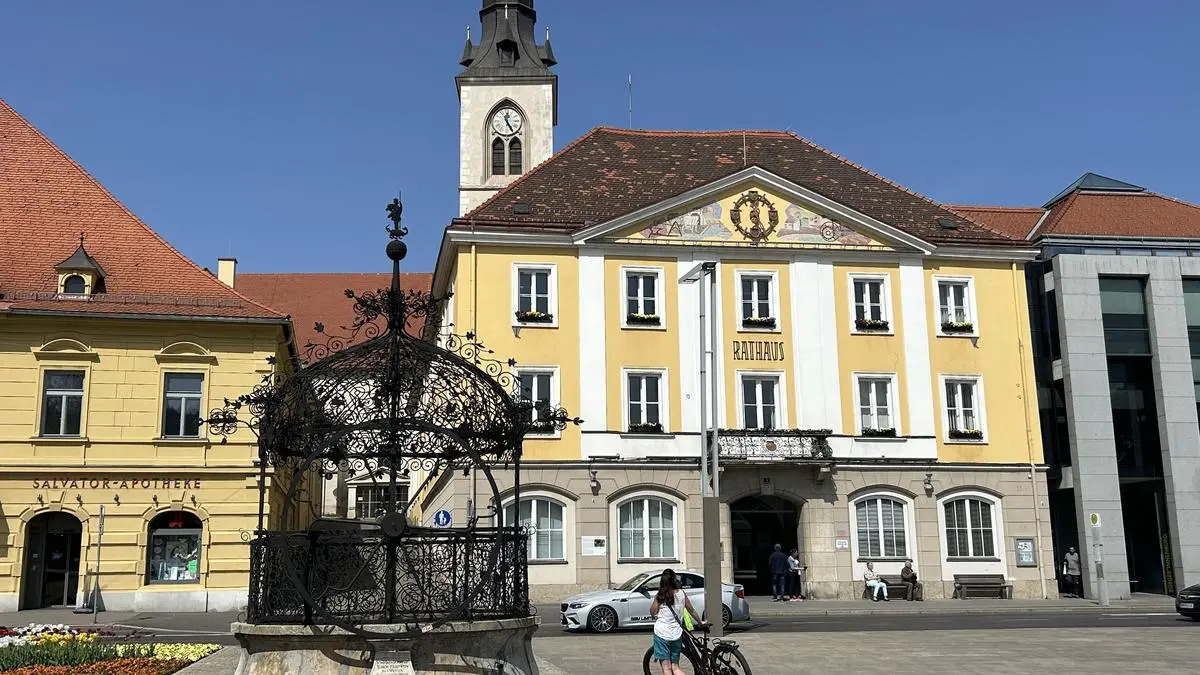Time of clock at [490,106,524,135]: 12:24
